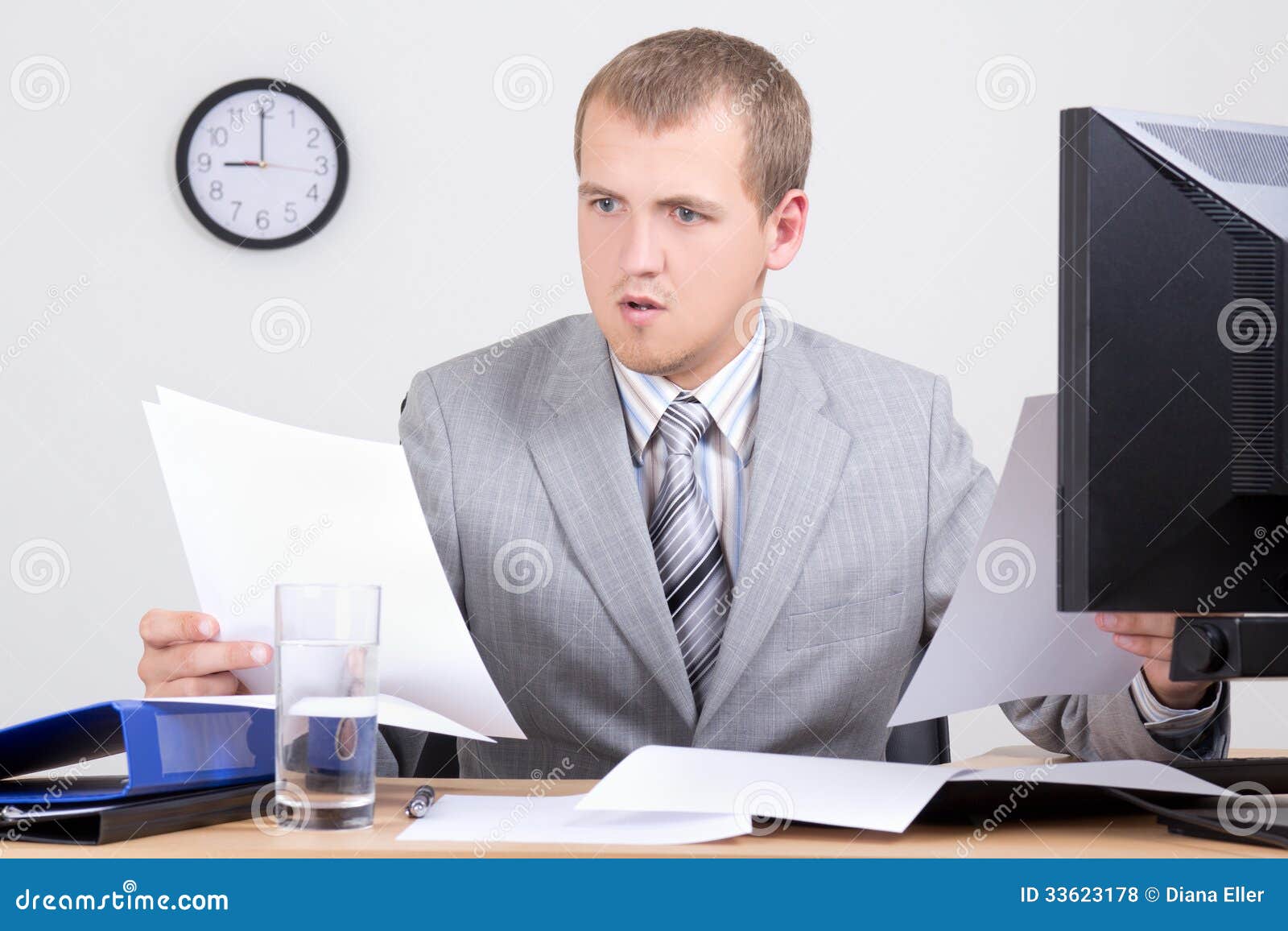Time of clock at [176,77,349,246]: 9:00
